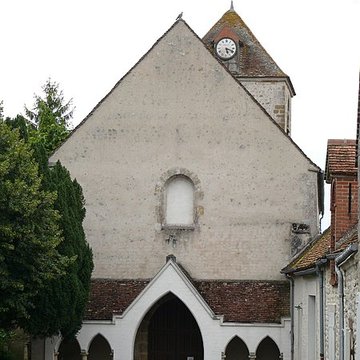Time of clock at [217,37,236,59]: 5:18
